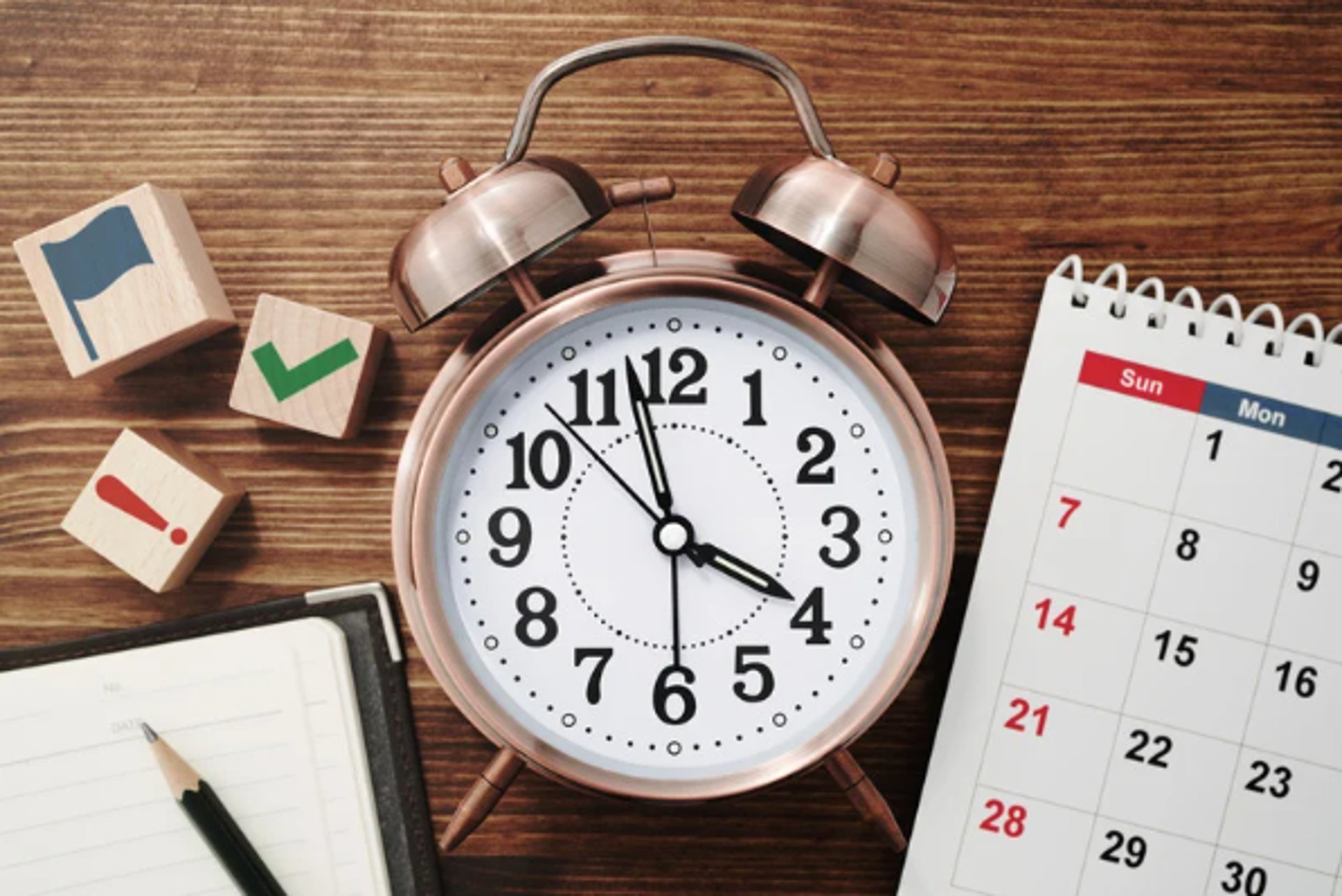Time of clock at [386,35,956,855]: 3:57
